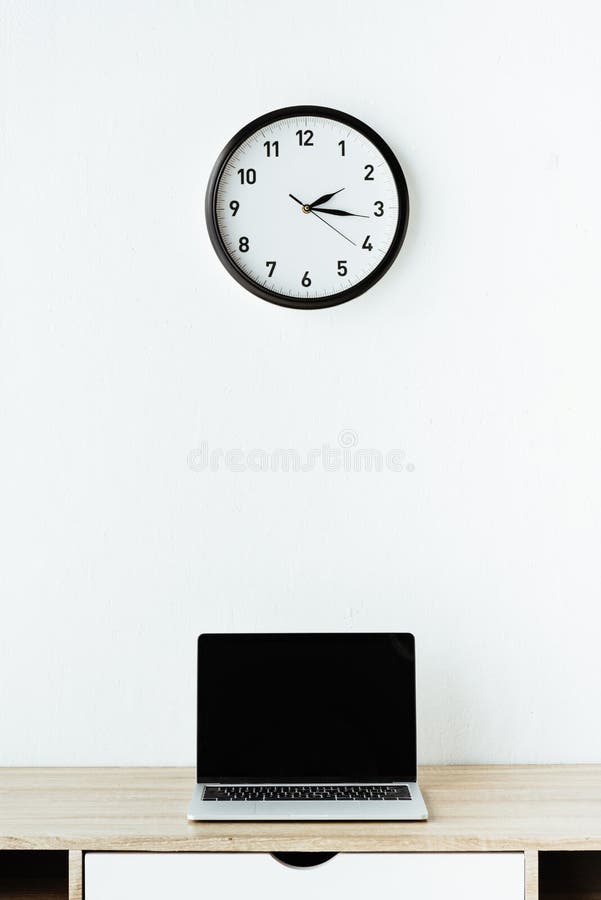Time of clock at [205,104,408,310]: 2:16
